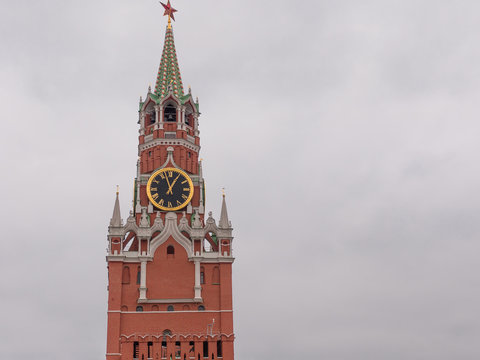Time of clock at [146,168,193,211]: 12:57
